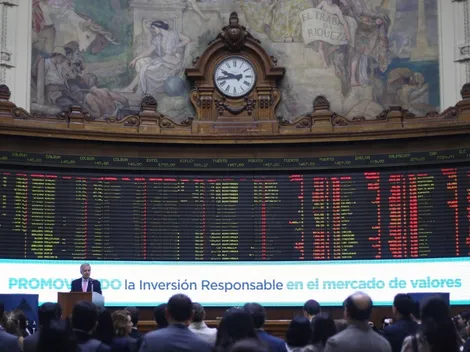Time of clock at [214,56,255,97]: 9:43
